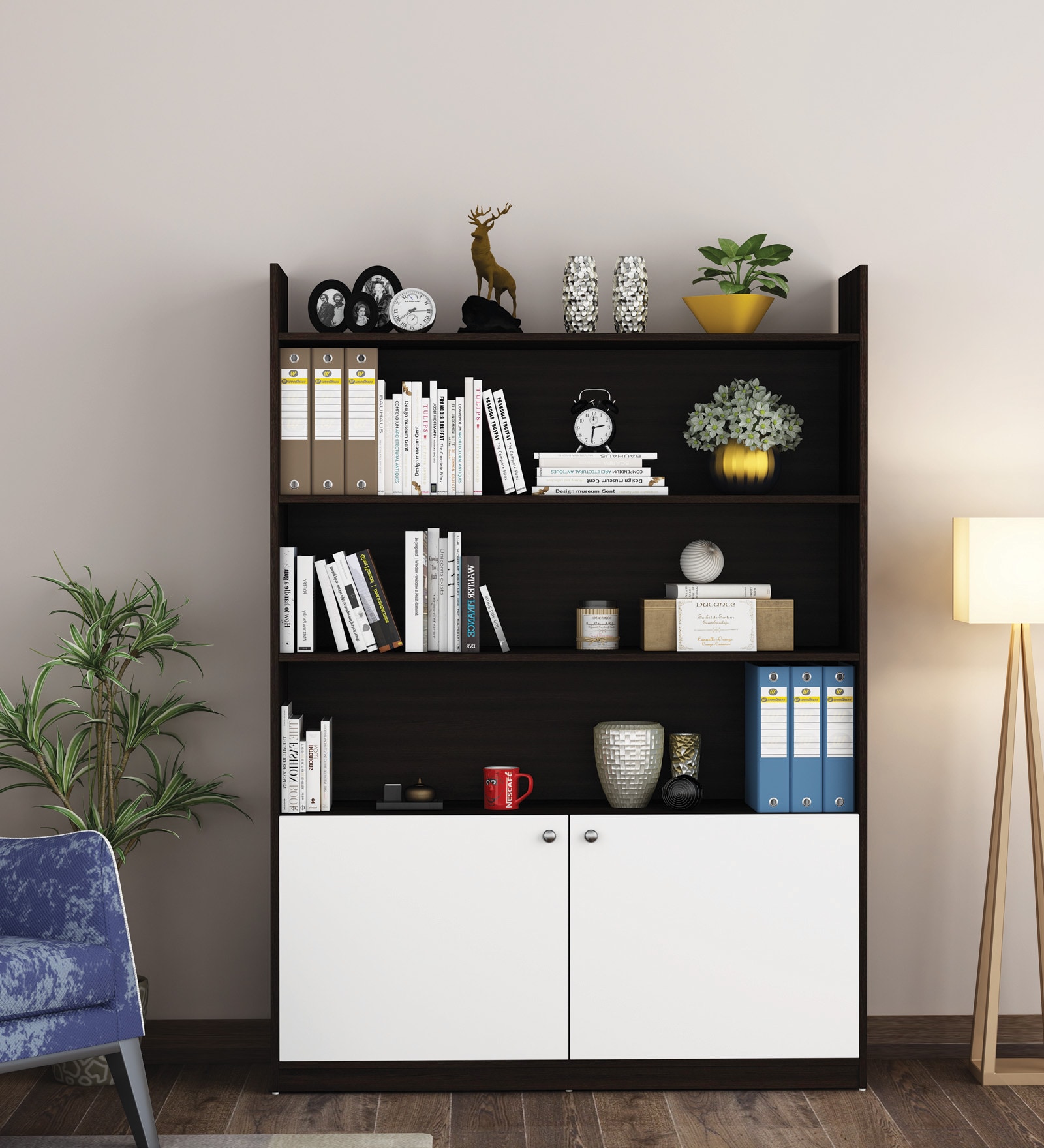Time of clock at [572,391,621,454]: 2:31
